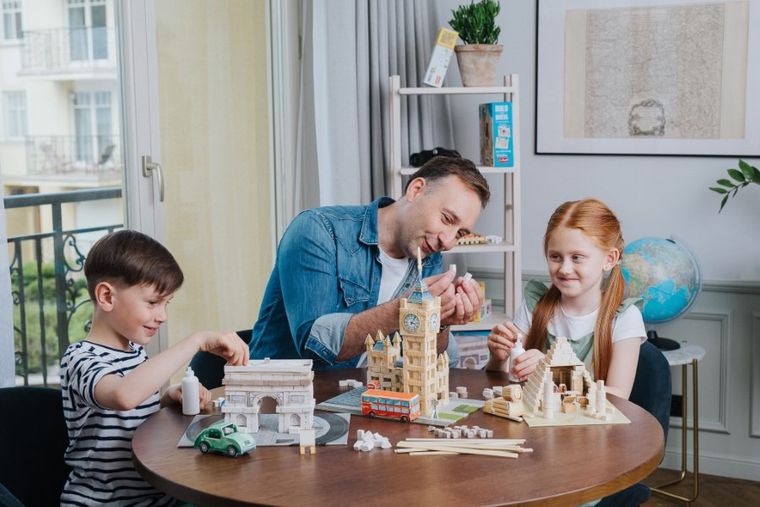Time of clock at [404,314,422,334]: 3:04
